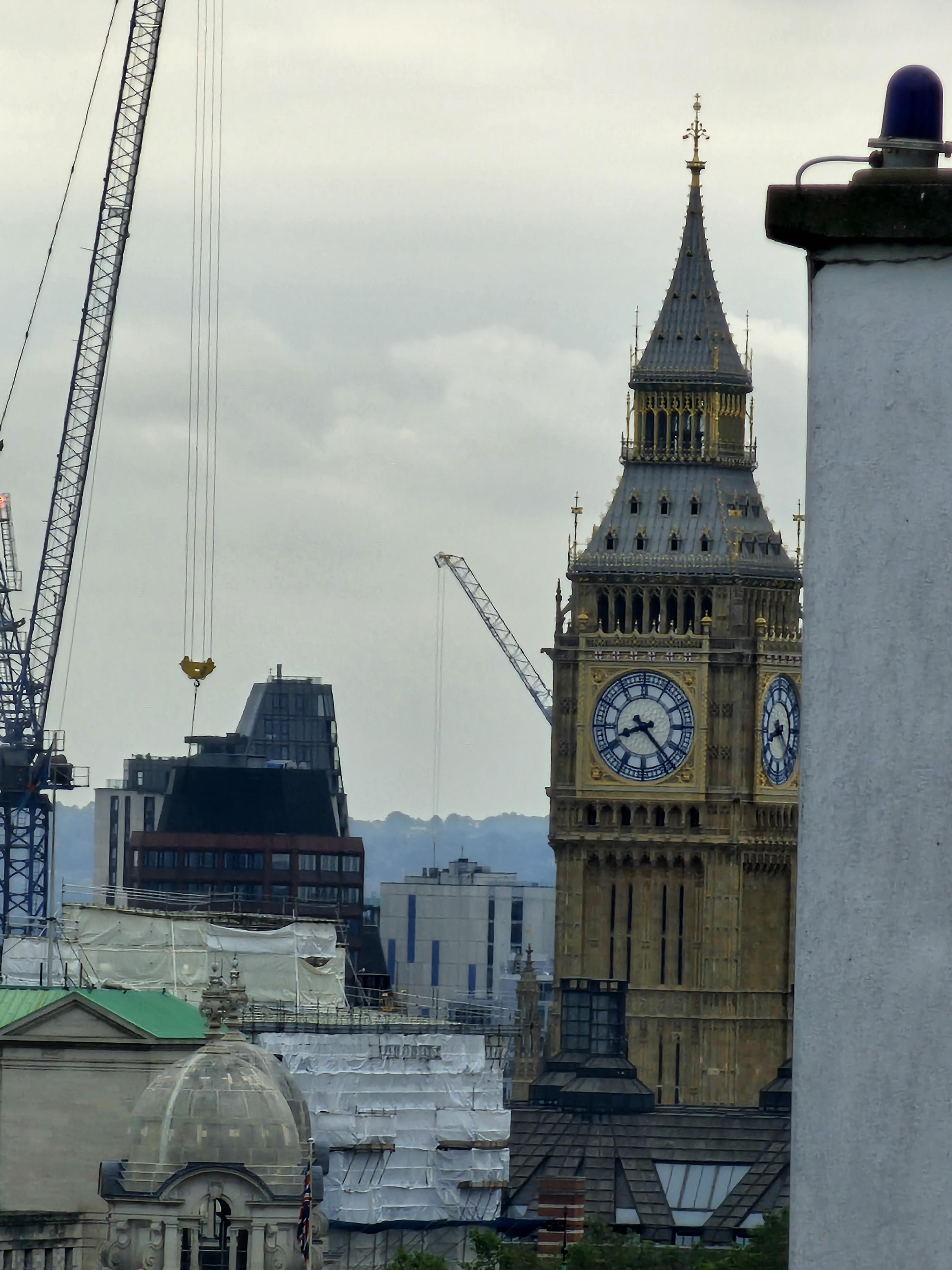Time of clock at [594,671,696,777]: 8:23
